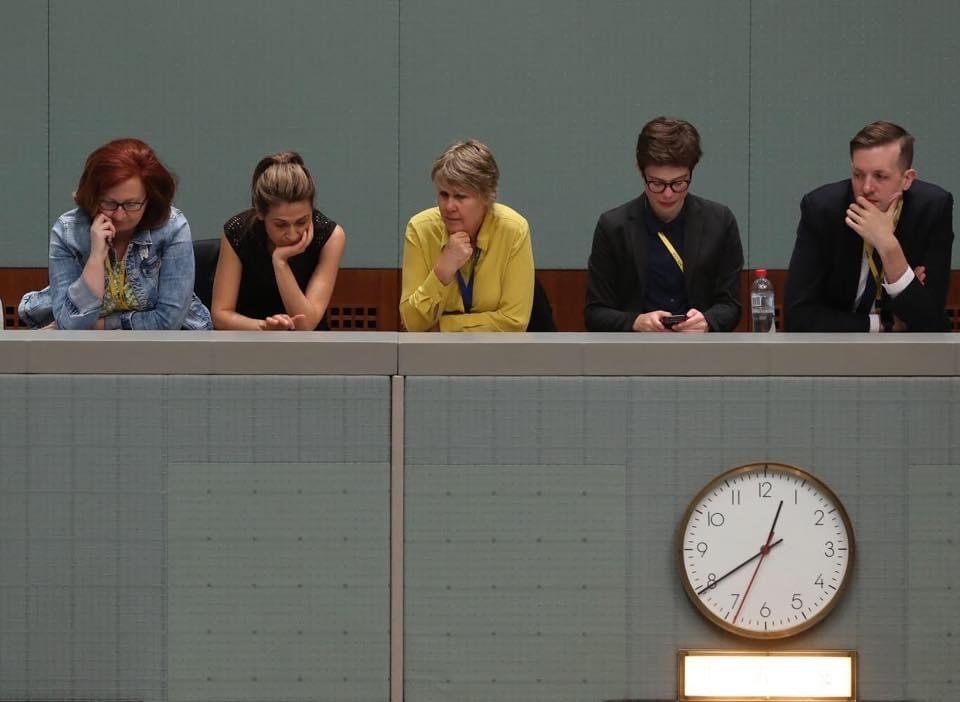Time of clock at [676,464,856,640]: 12:39
